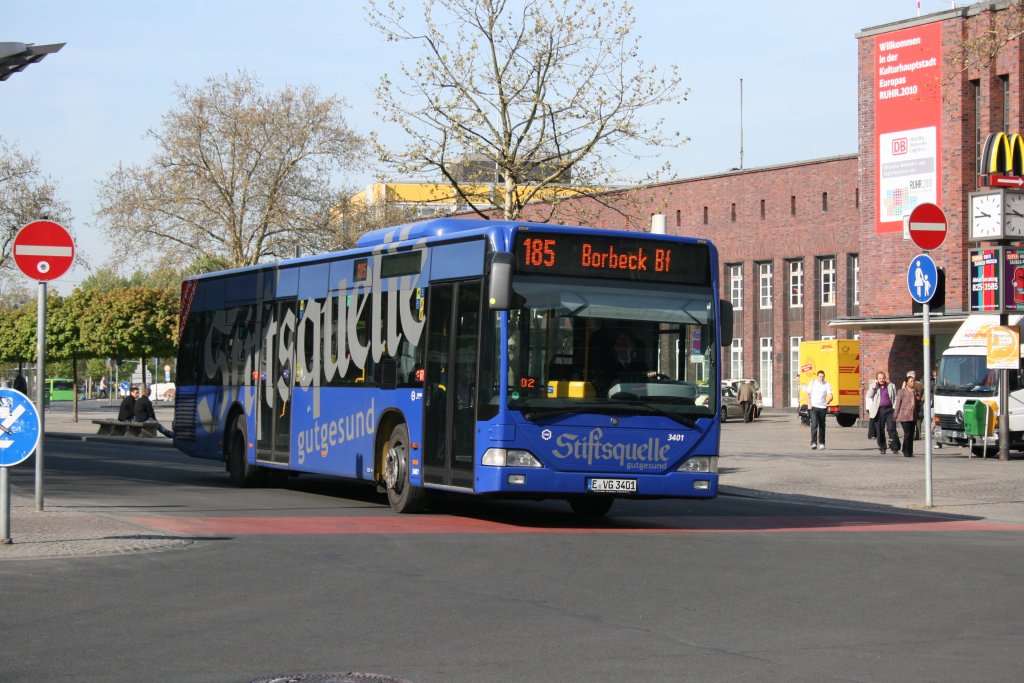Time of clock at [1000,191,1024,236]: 9:45
